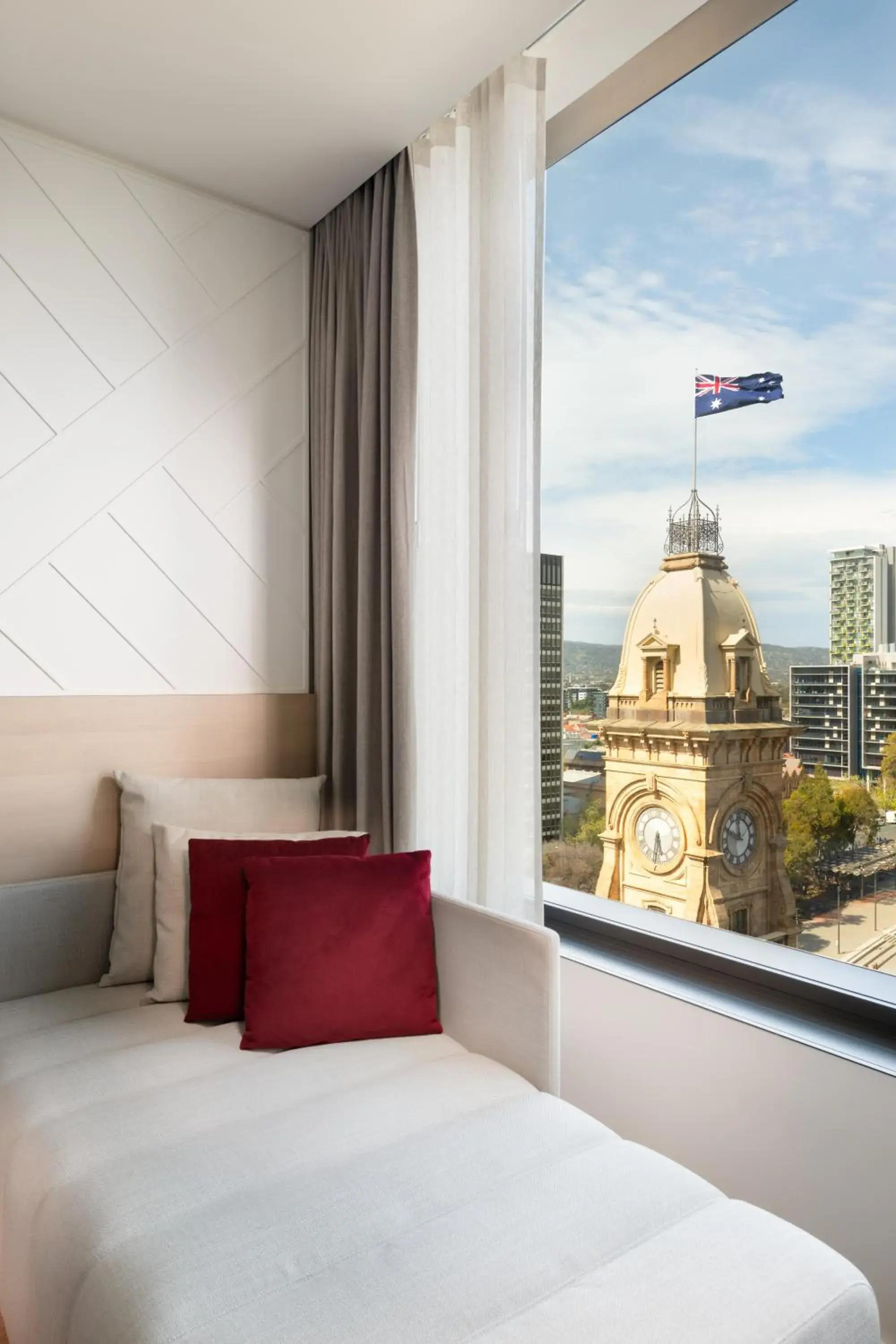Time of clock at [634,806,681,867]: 5:31
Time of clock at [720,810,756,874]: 11:48
